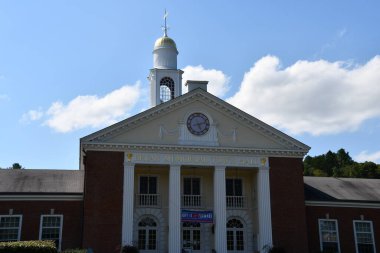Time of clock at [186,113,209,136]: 5:12
